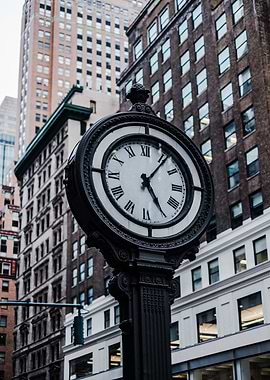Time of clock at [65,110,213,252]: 5:06
